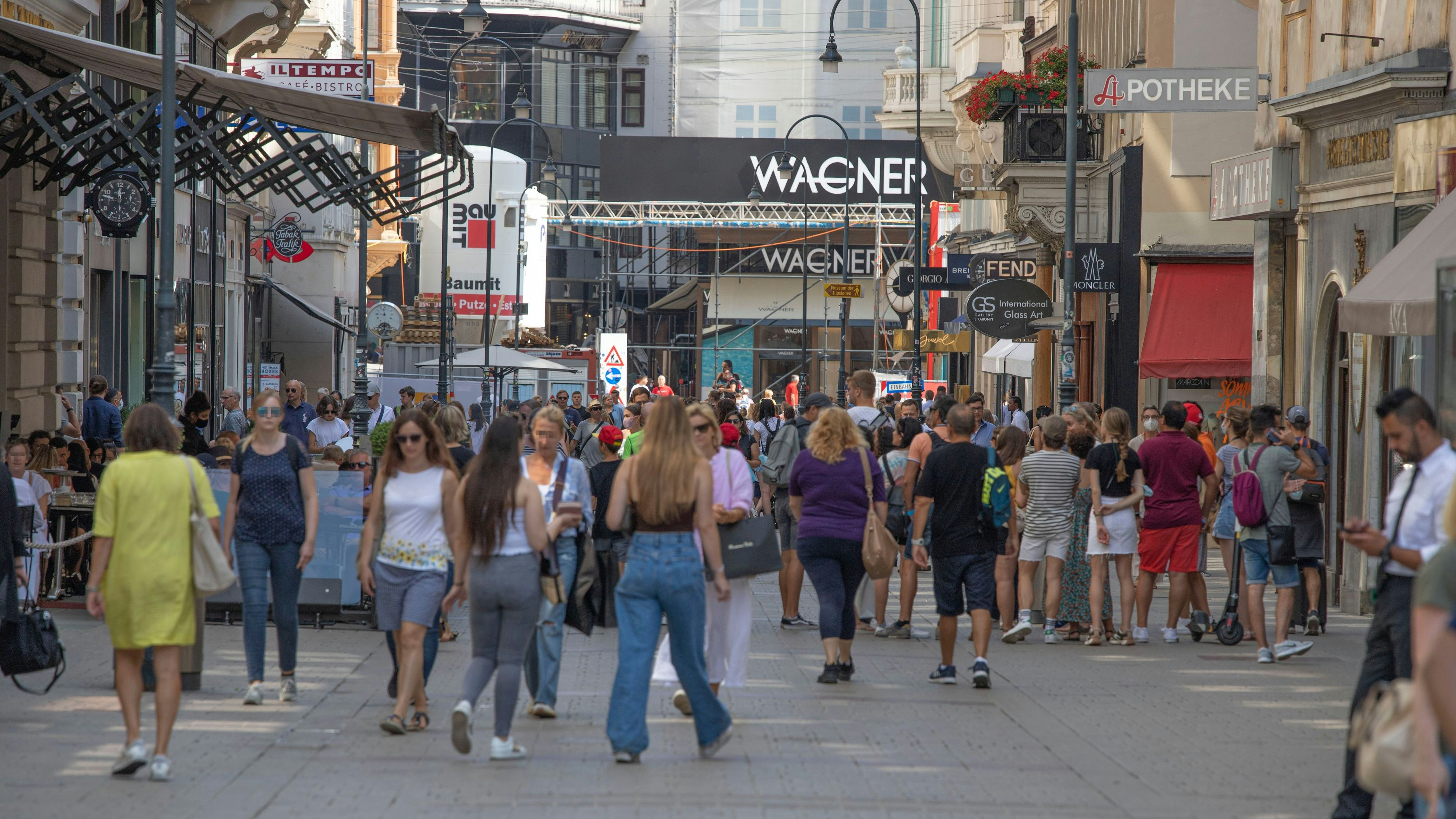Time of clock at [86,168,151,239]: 11:47
